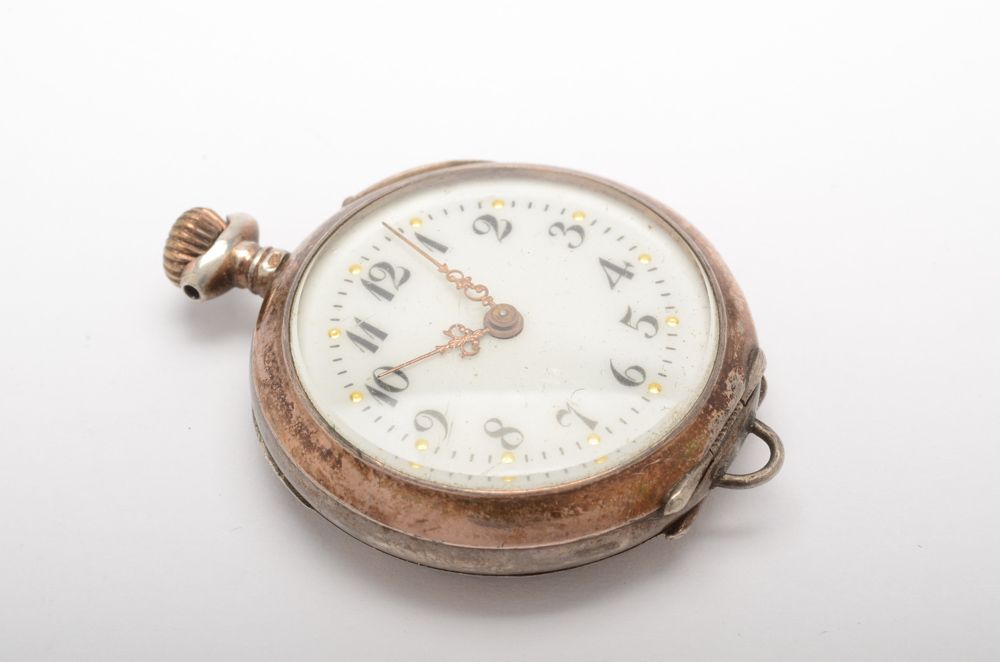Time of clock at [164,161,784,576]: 7:54
